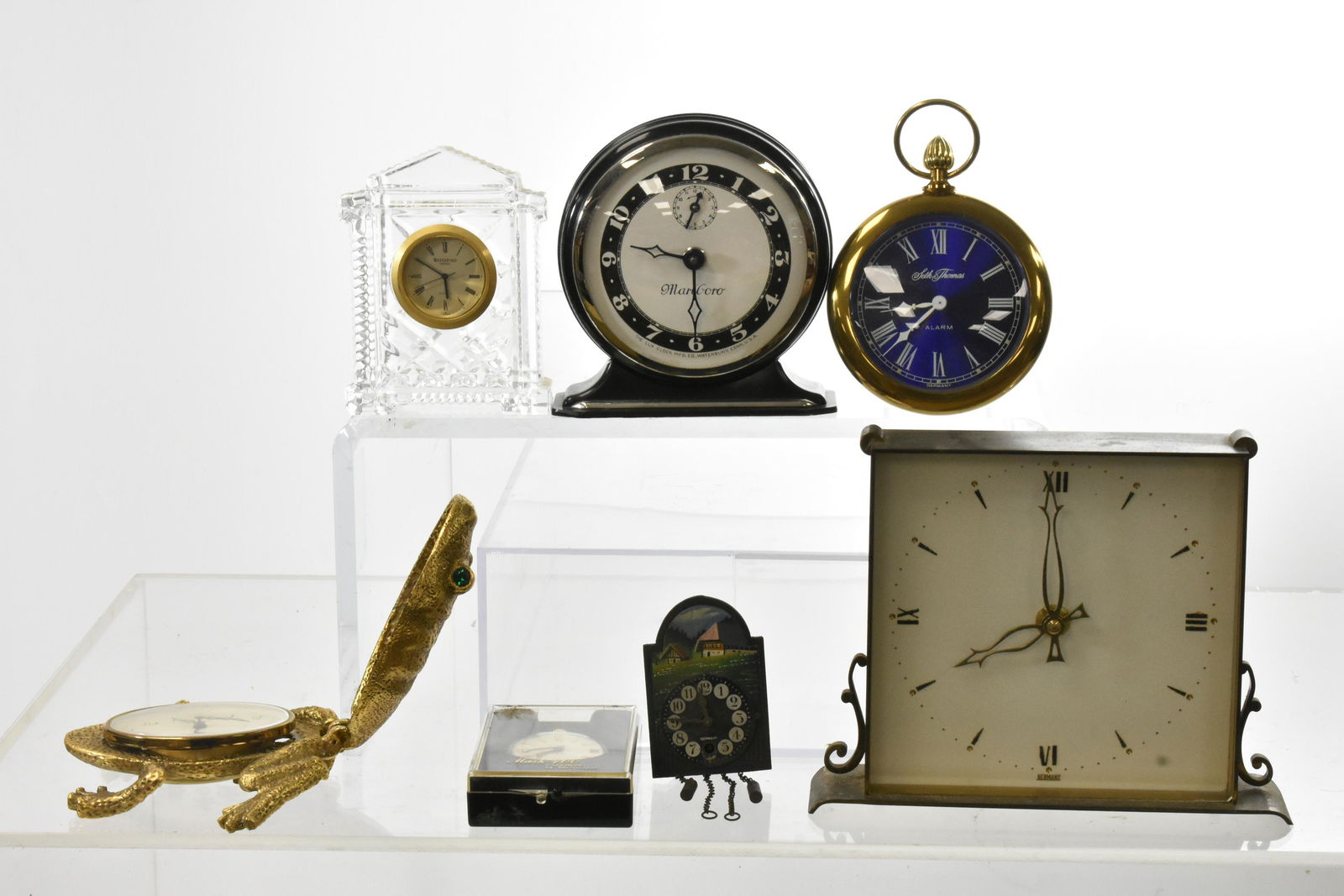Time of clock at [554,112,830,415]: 9:29
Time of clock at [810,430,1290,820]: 7:59
